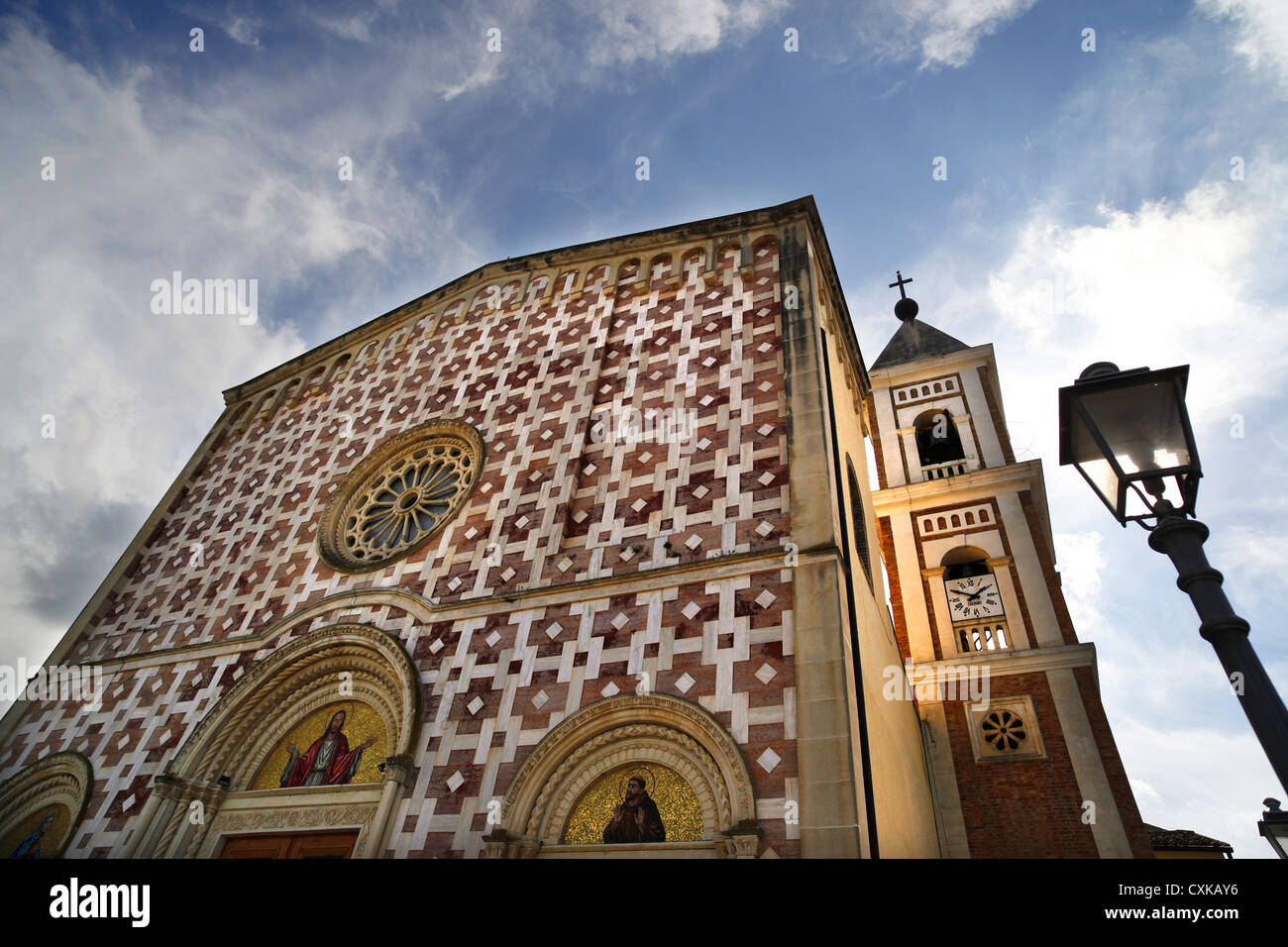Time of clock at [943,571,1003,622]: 1:50
